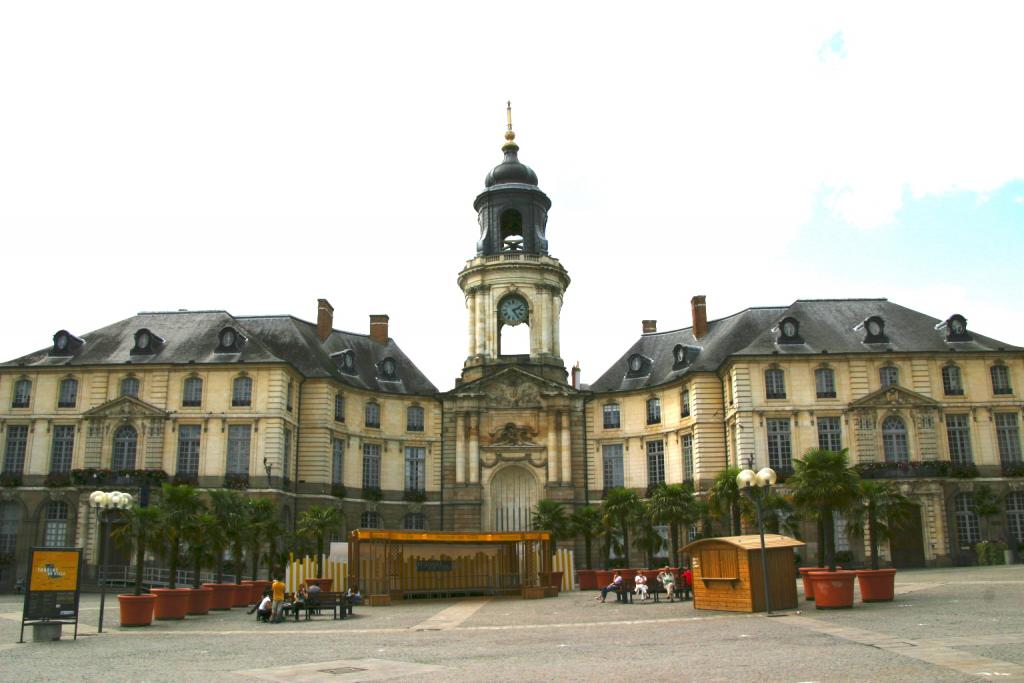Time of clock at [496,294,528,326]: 2:24
